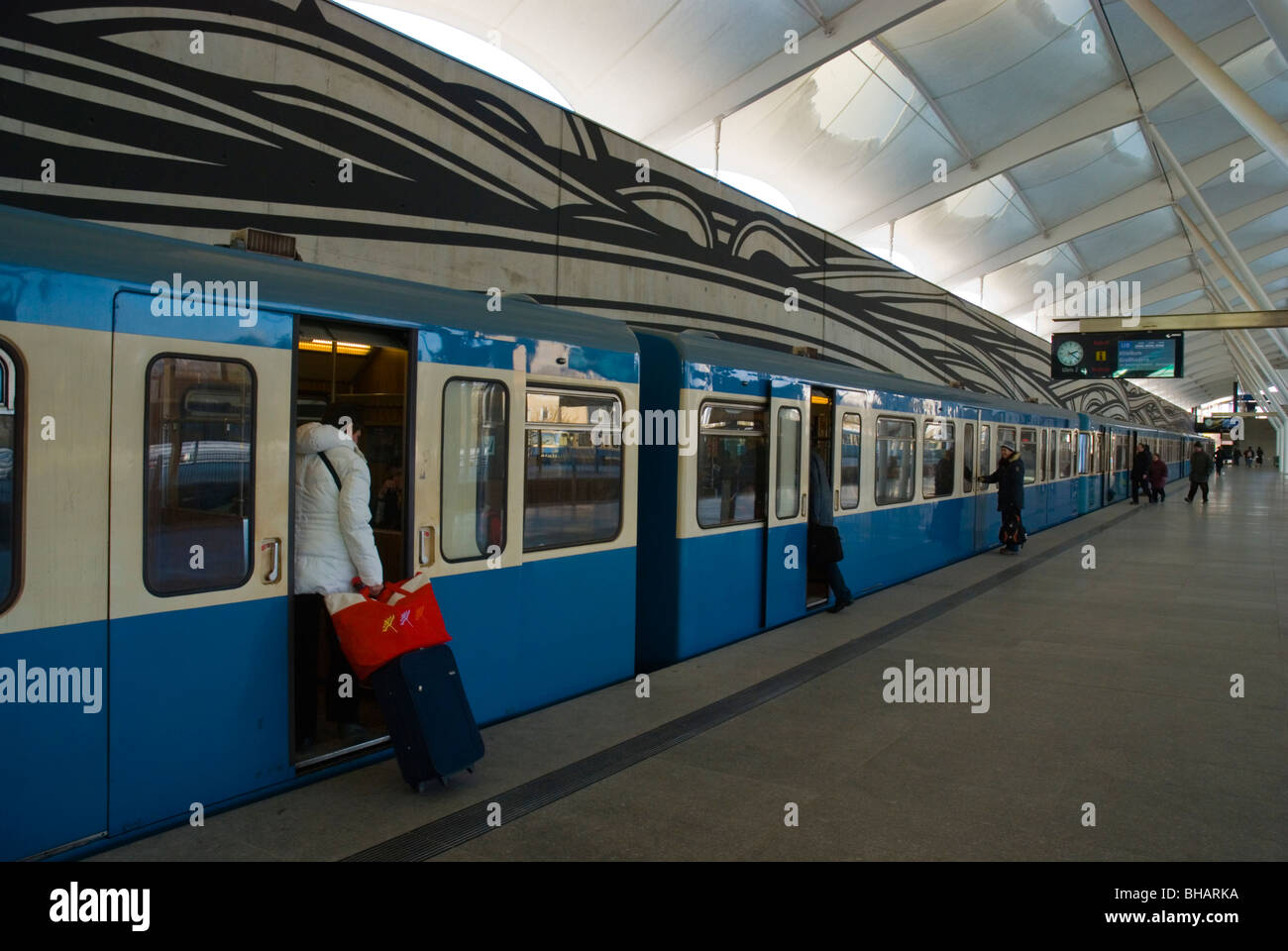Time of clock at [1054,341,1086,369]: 2:21
